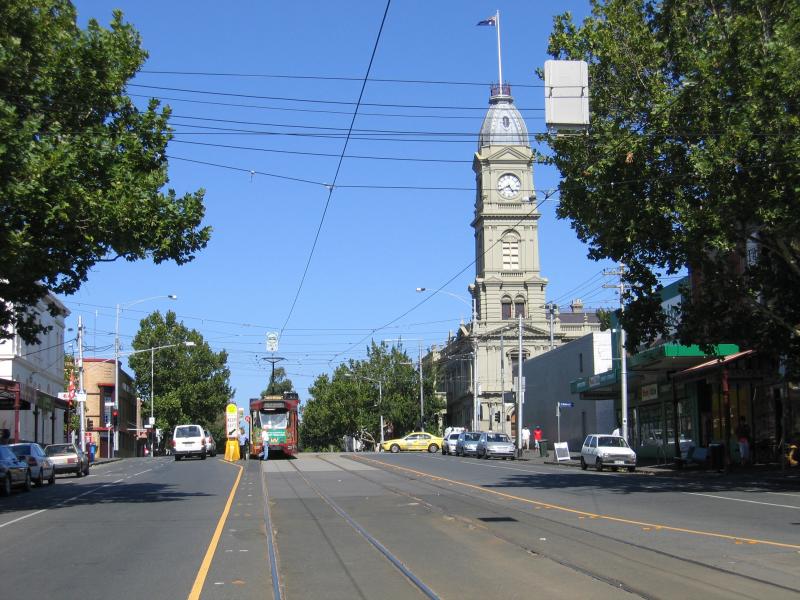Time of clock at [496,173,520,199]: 4:40
